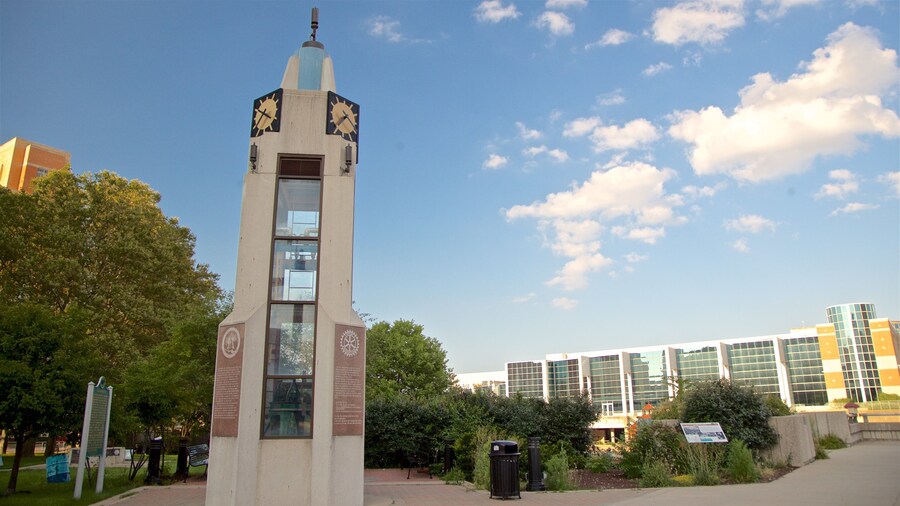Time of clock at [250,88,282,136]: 7:20
